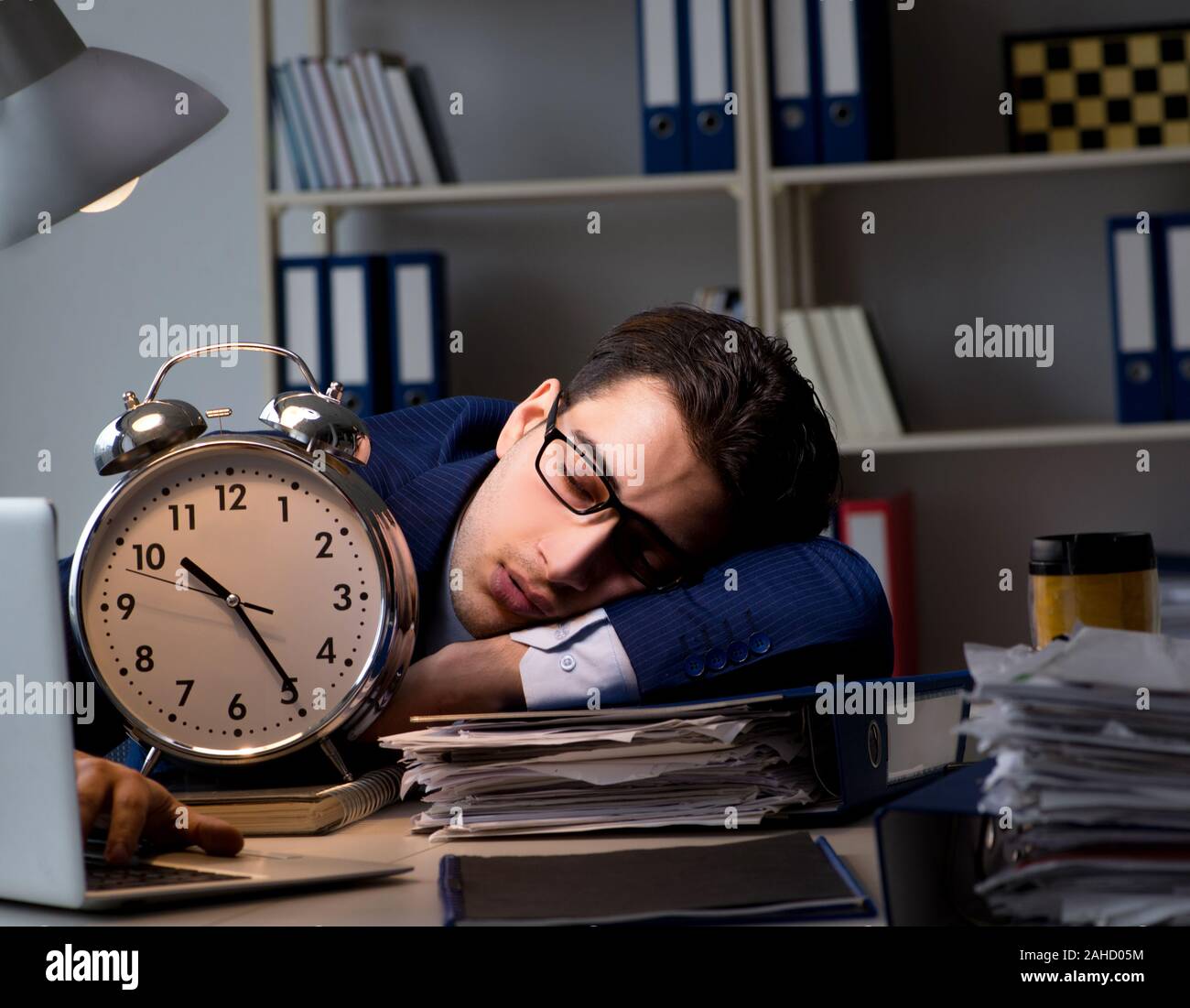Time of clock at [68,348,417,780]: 10:24
